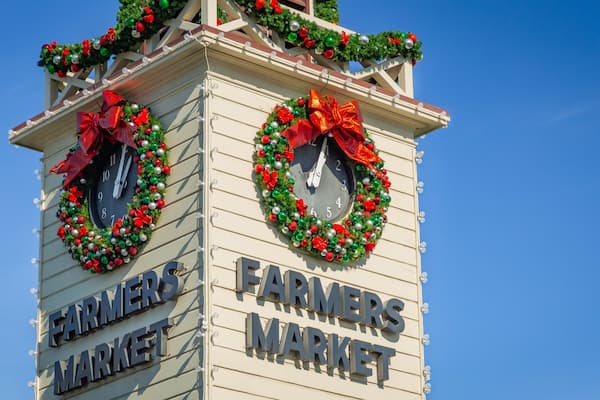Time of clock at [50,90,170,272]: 1:02
